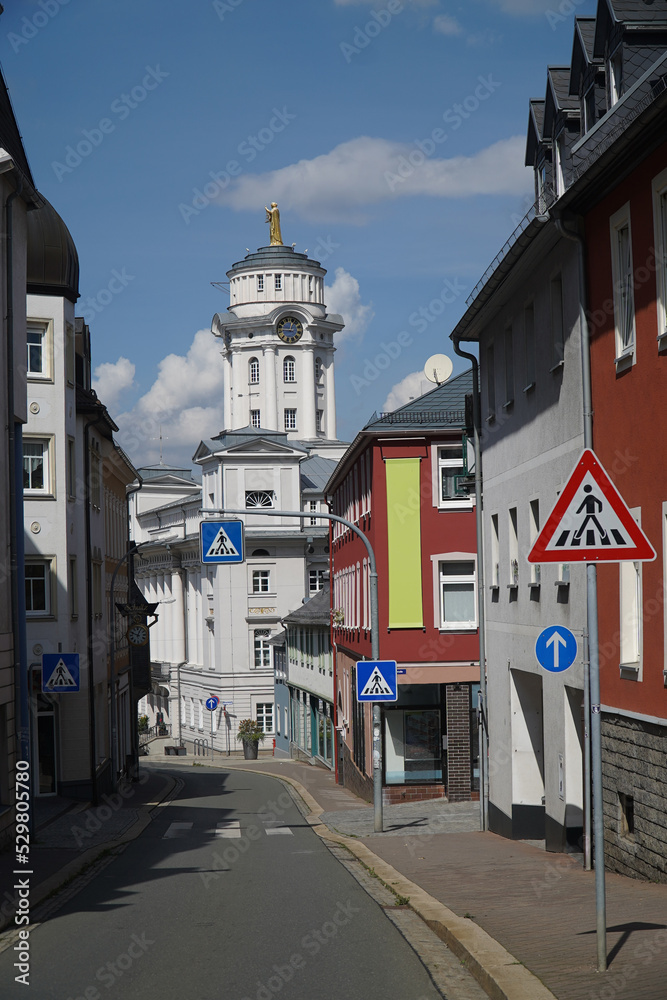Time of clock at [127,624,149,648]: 12:48
